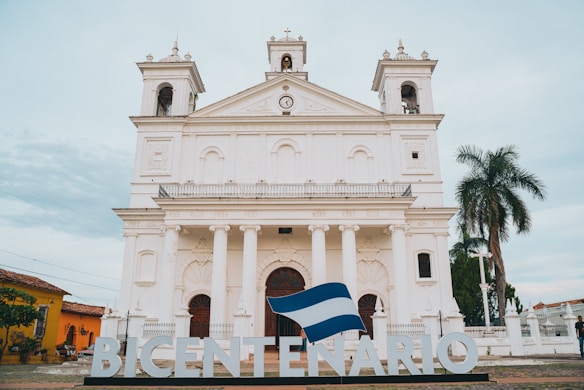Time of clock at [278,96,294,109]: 5:06
